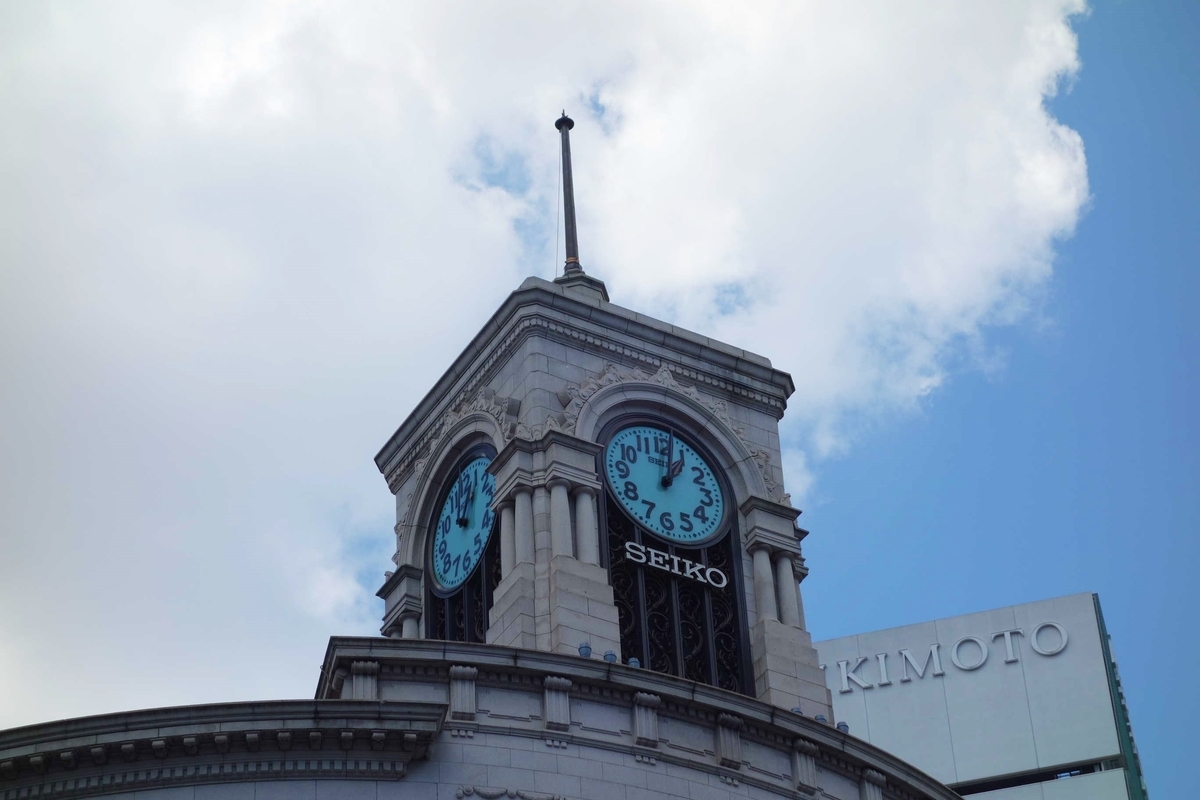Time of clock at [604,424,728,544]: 1:02
